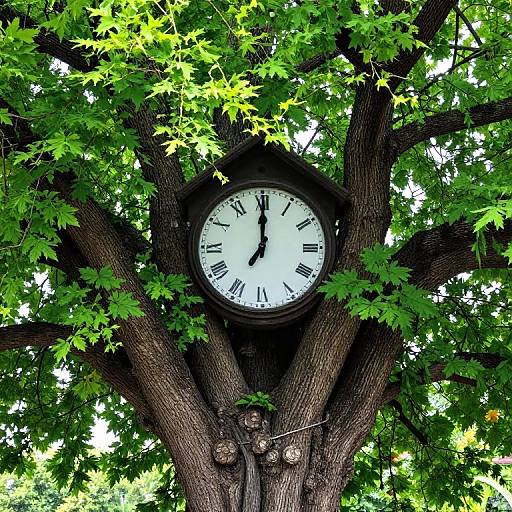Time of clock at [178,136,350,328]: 7:00
